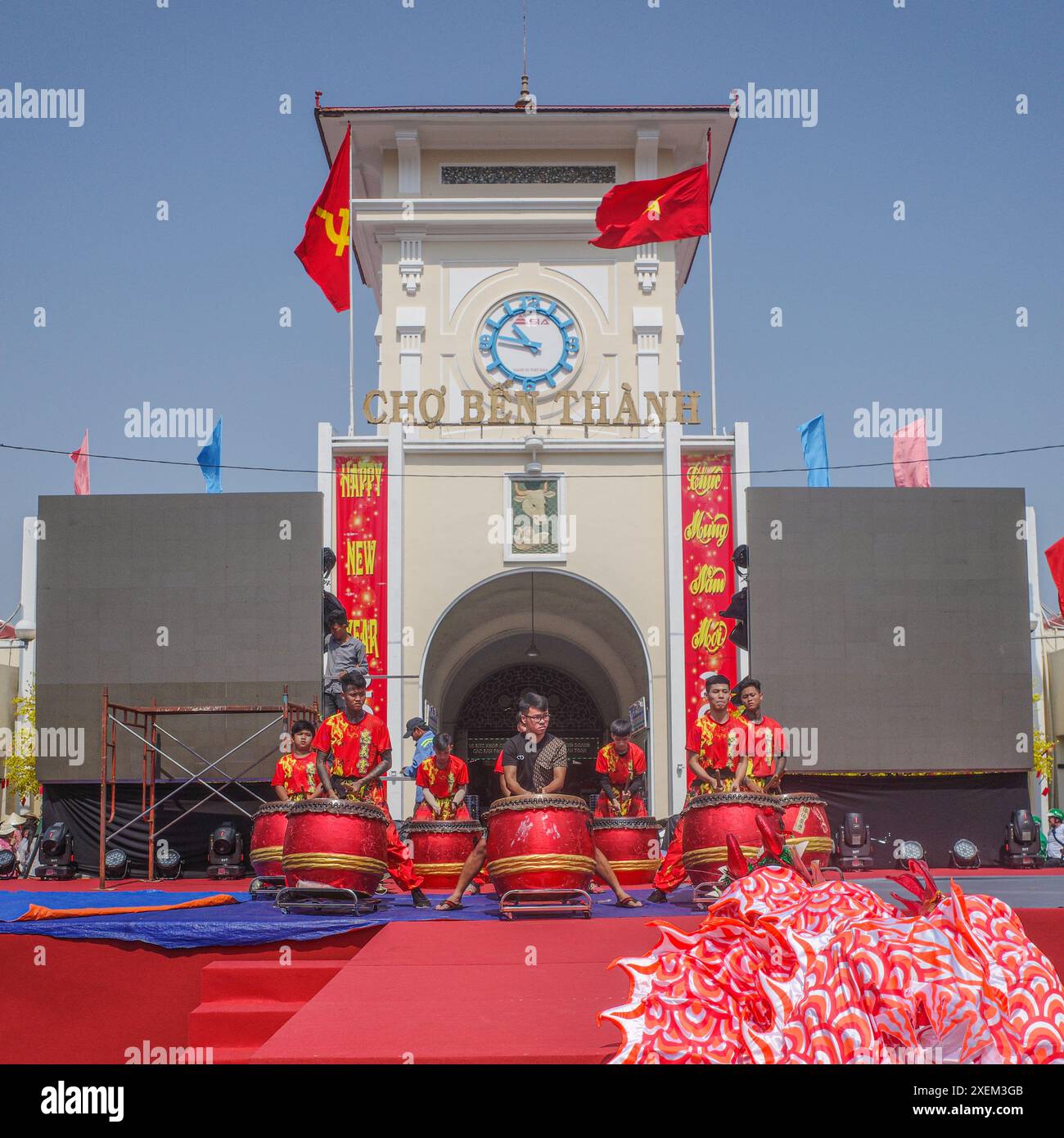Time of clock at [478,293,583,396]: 10:47
